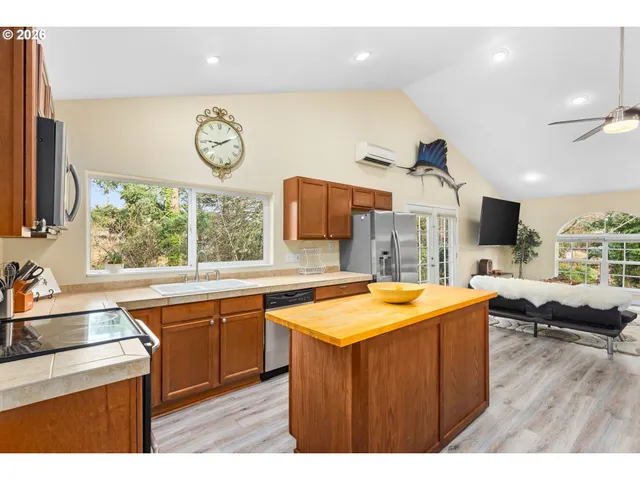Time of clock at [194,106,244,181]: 9:10
